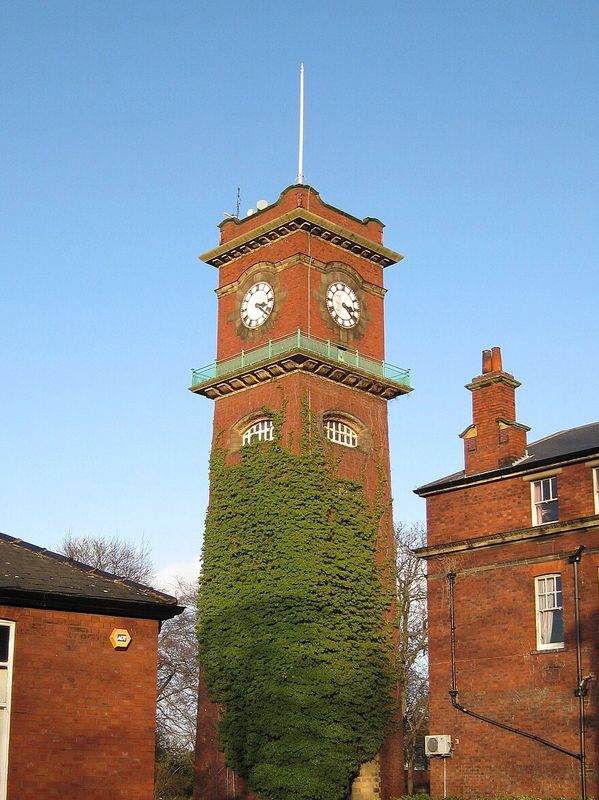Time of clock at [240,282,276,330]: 3:22
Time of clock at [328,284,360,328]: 3:22
